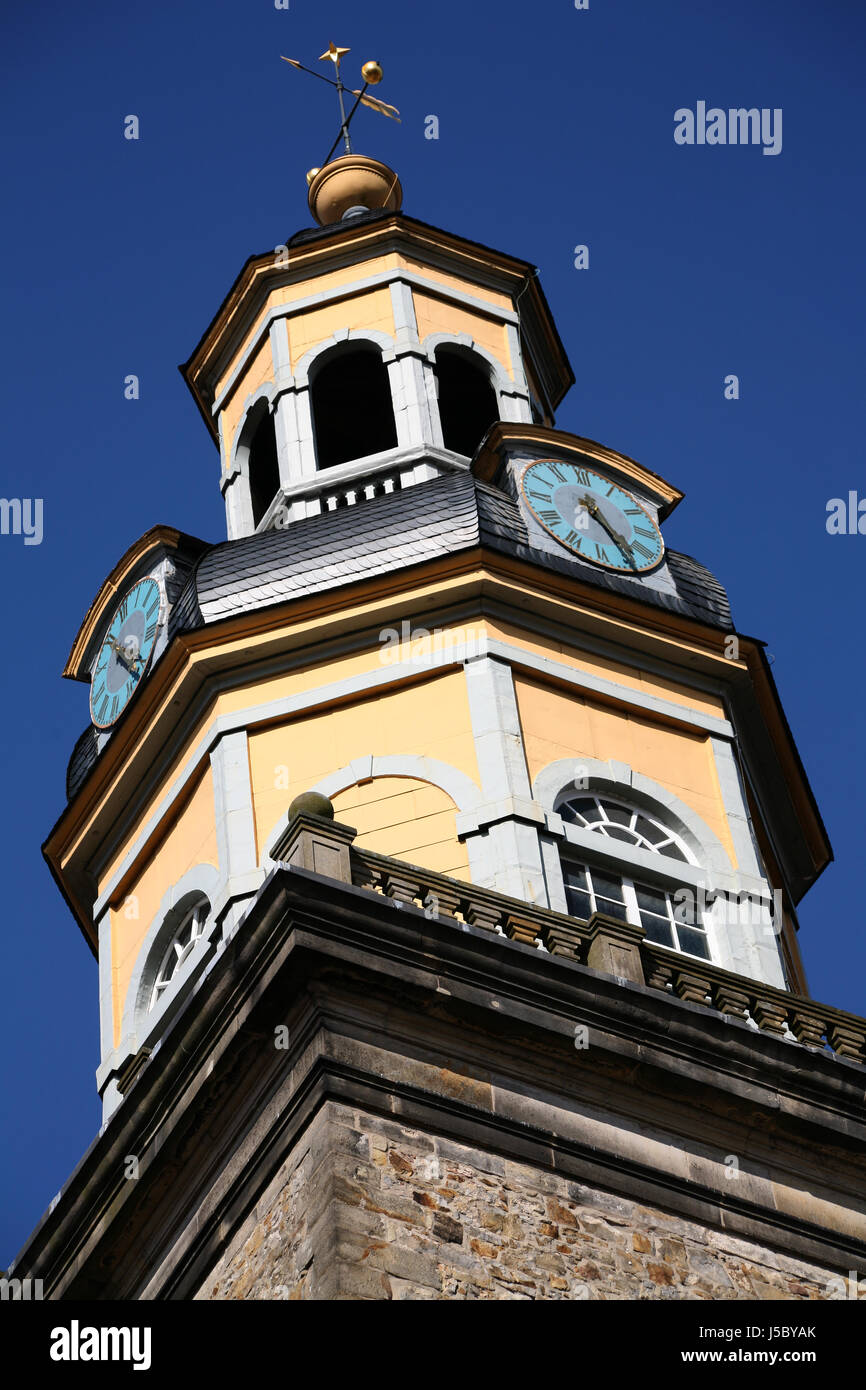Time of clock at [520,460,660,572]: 12:24
